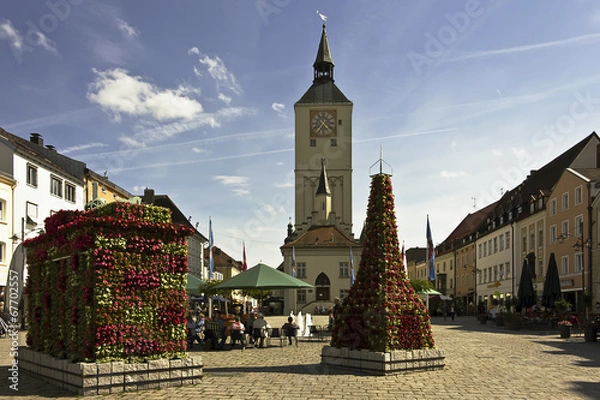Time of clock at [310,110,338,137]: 4:35
